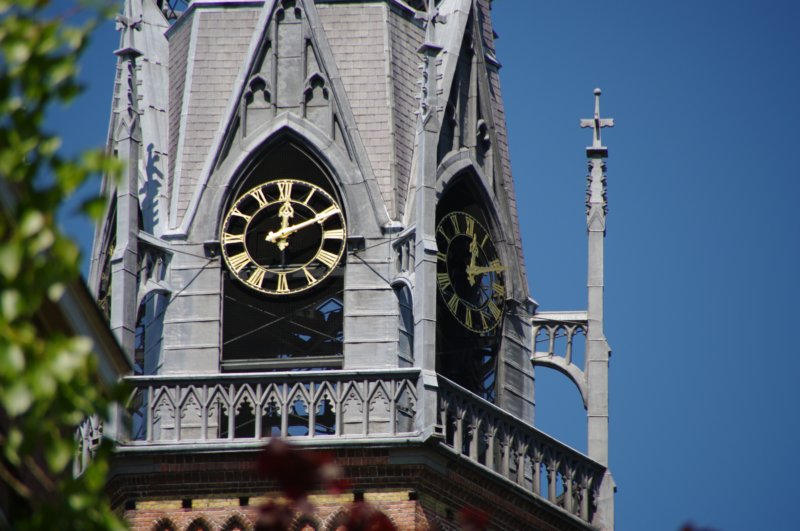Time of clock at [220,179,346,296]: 12:10
